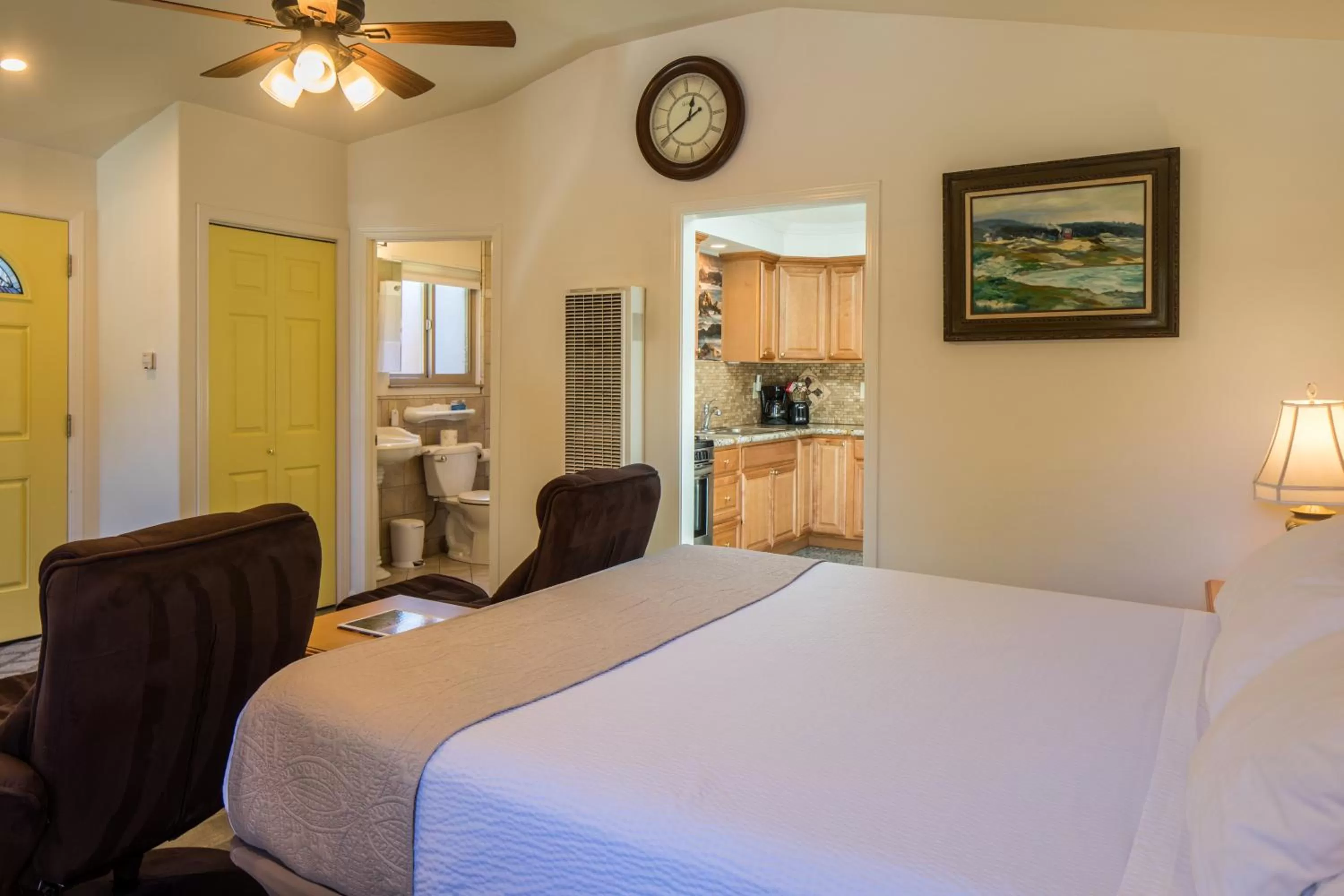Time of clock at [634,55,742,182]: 12:40
